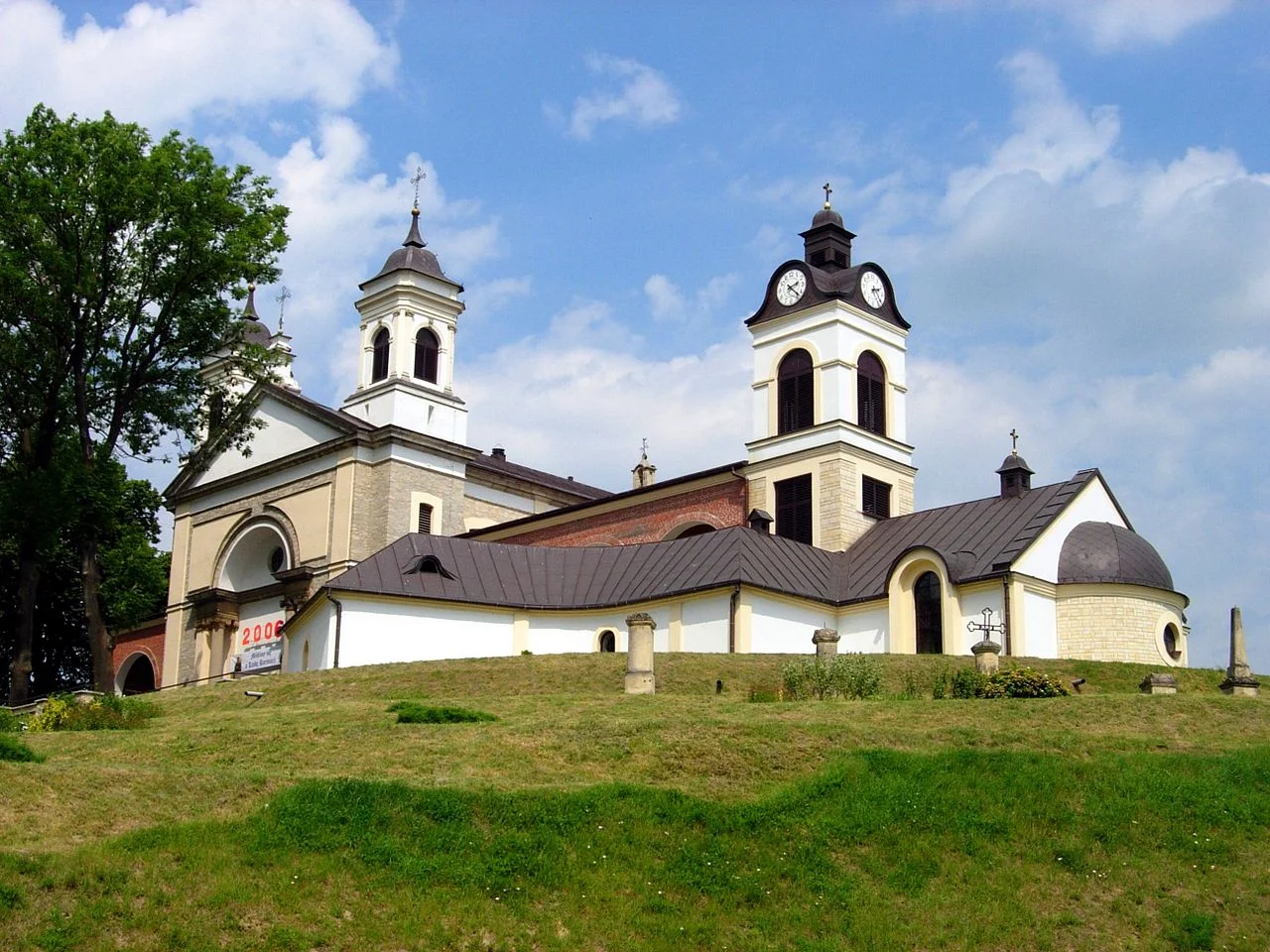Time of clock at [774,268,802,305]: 2:22
